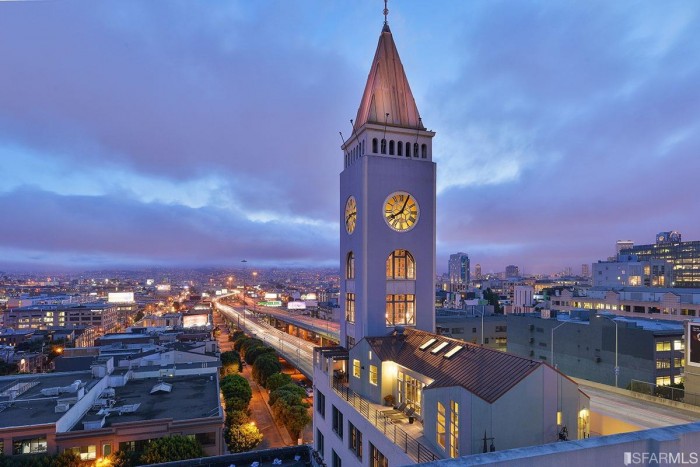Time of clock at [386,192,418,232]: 8:04
